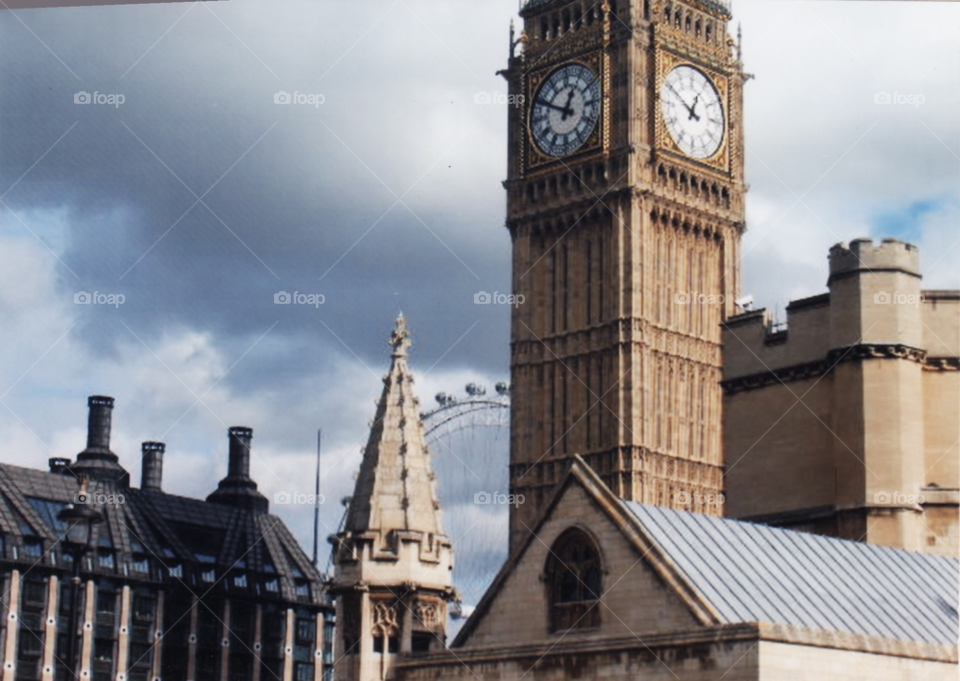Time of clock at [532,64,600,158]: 12:49
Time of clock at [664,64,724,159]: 12:49
